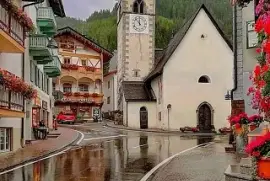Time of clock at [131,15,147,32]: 11:53
